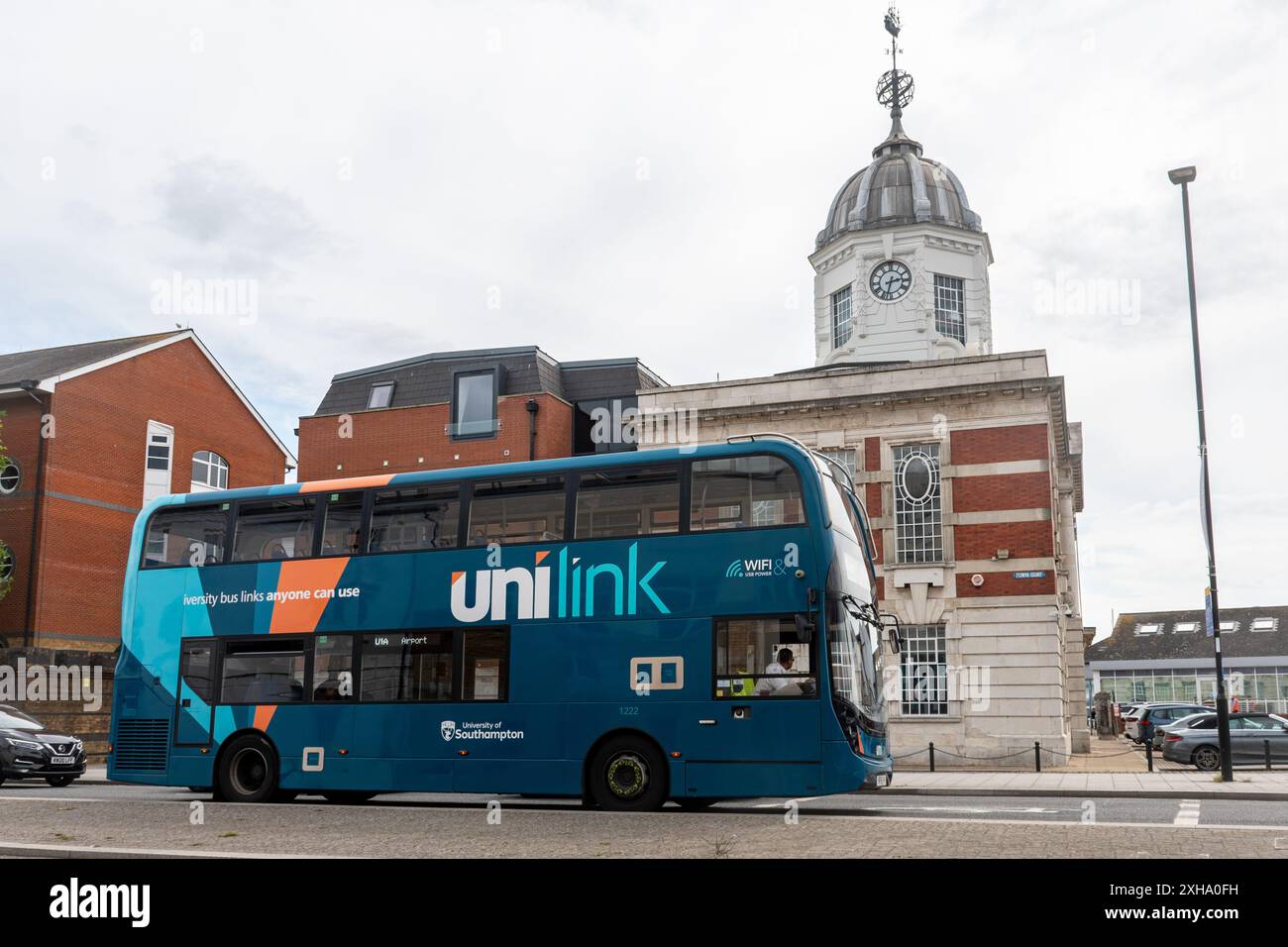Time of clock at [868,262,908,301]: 2:32
